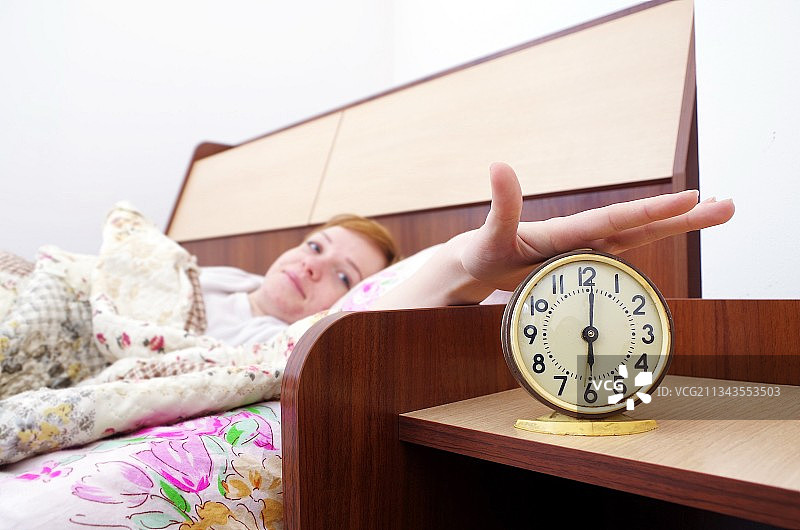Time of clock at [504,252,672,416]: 6:00
